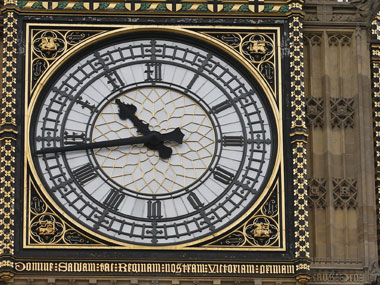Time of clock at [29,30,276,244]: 10:43
